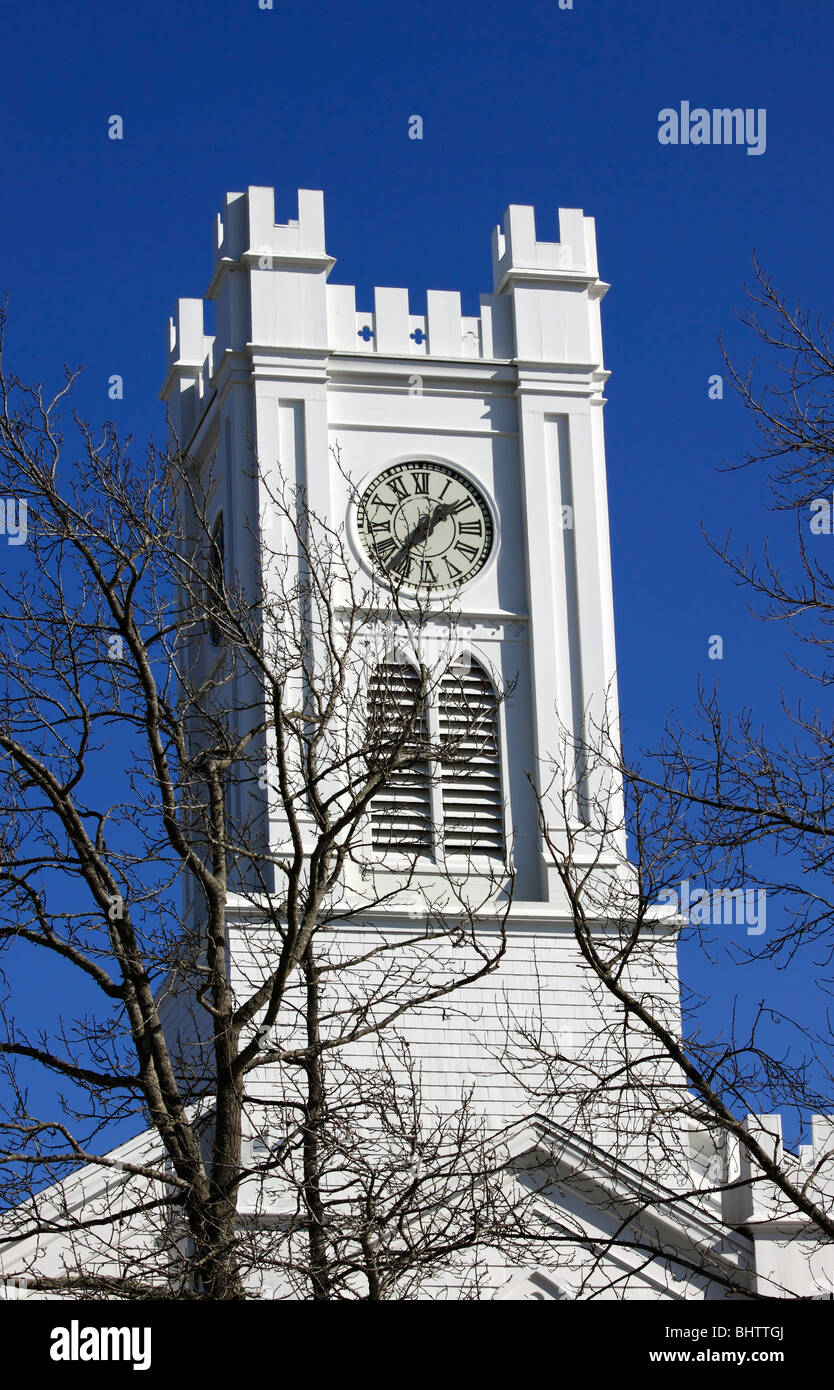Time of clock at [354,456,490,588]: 1:36
